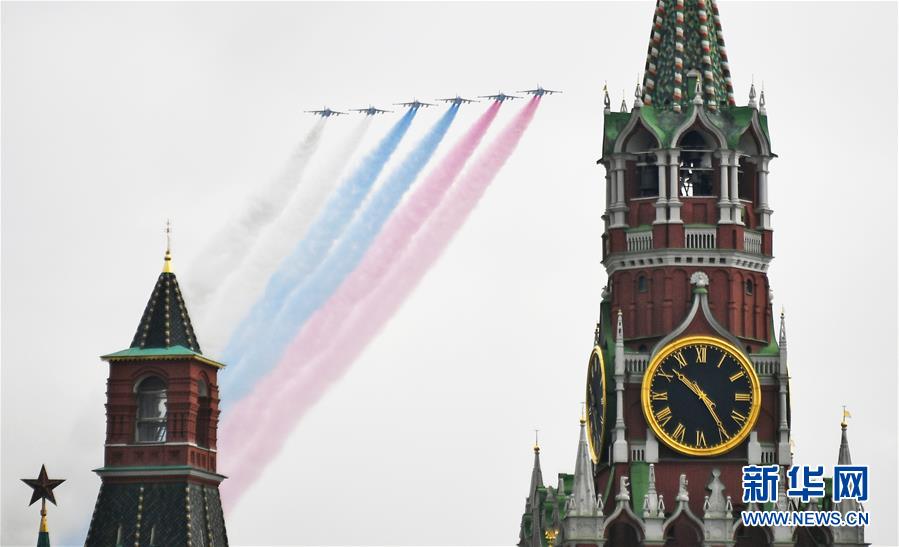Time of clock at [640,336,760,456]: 10:24
